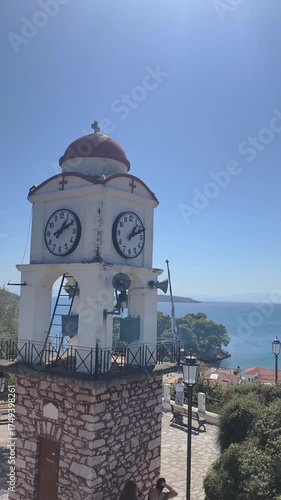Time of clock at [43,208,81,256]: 1:10
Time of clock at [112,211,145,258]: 1:11
